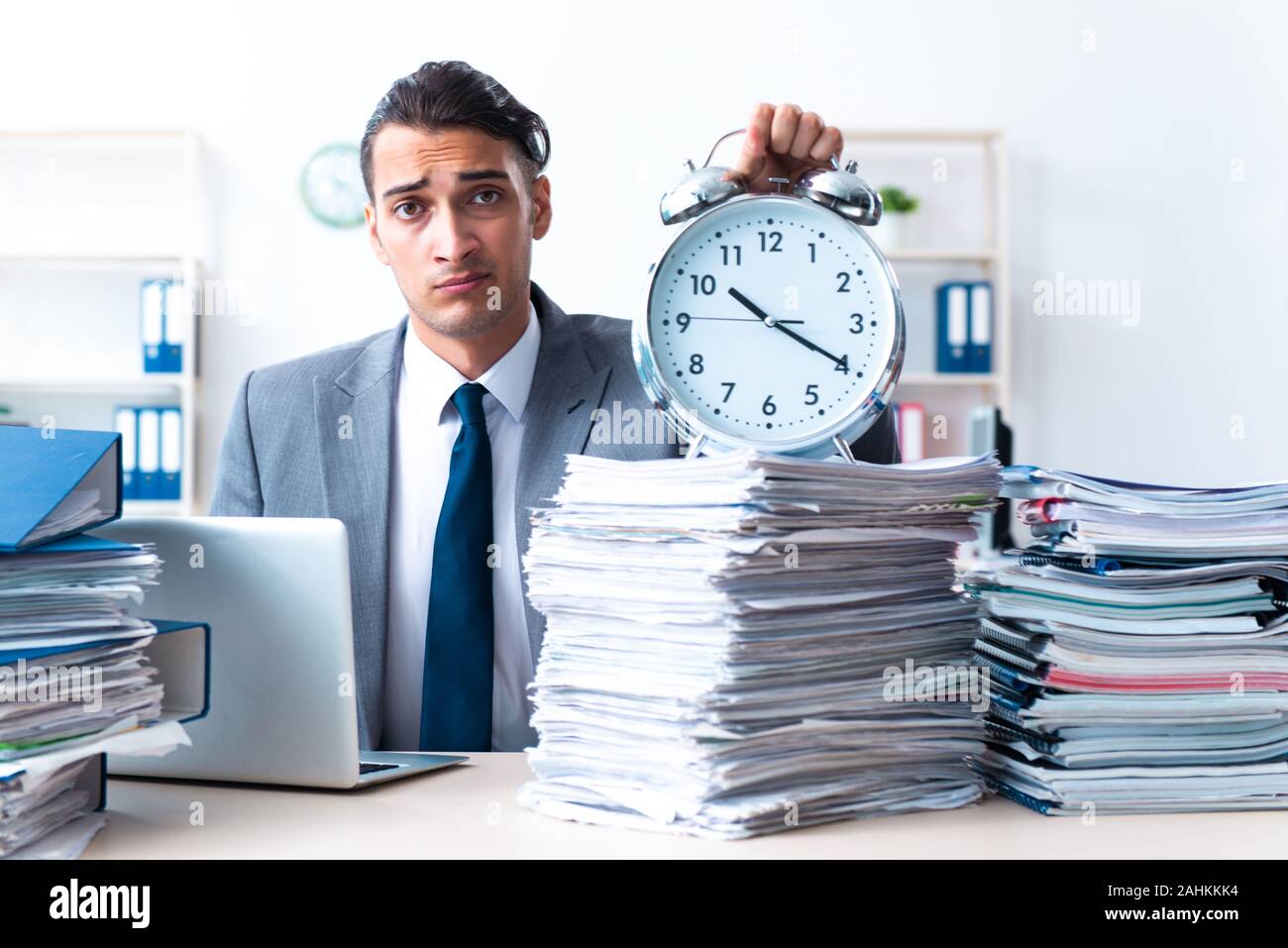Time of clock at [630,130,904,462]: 10:19
